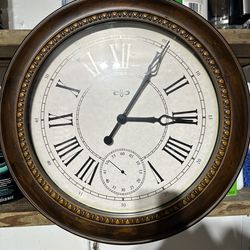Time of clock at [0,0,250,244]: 3:05
